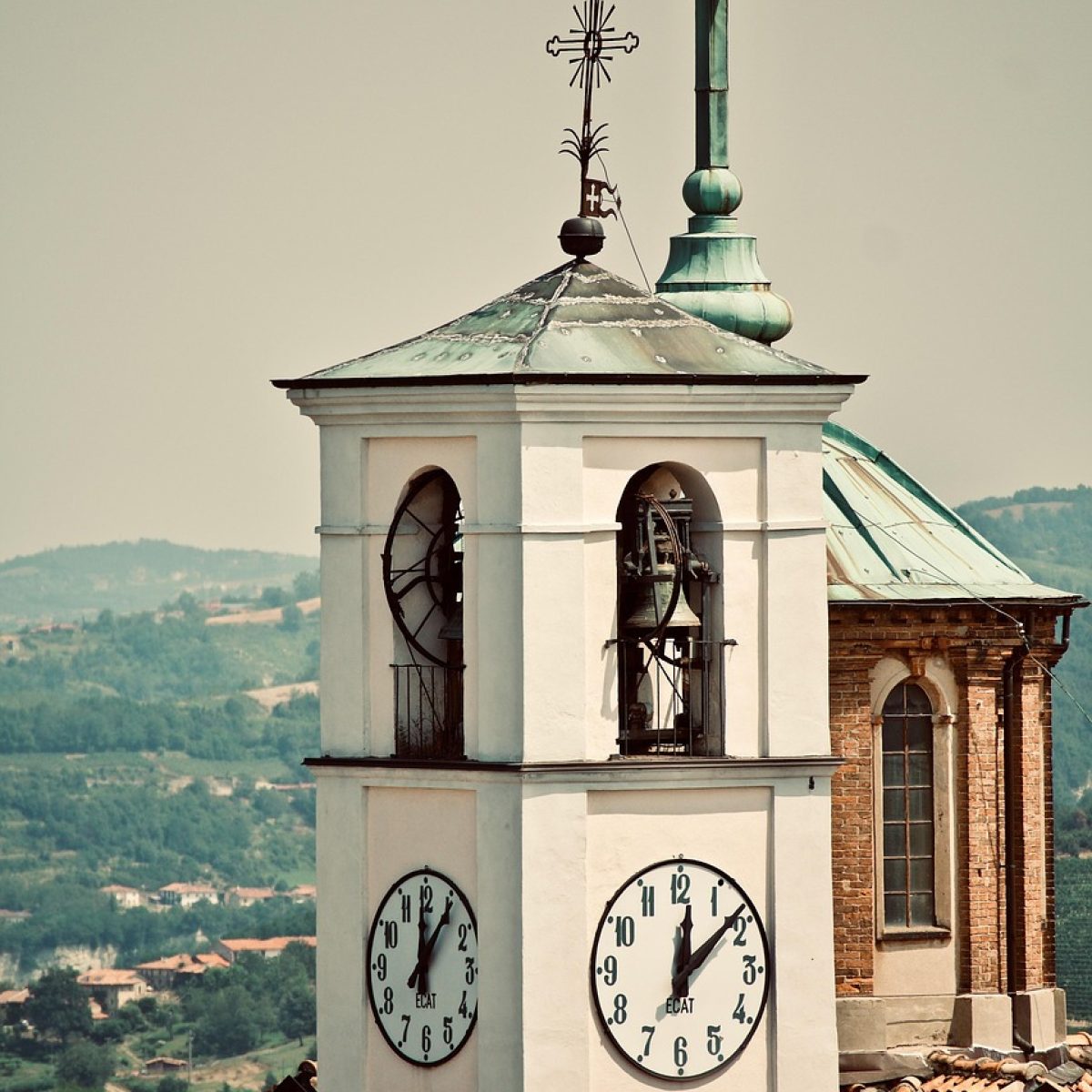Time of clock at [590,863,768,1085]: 12:08
